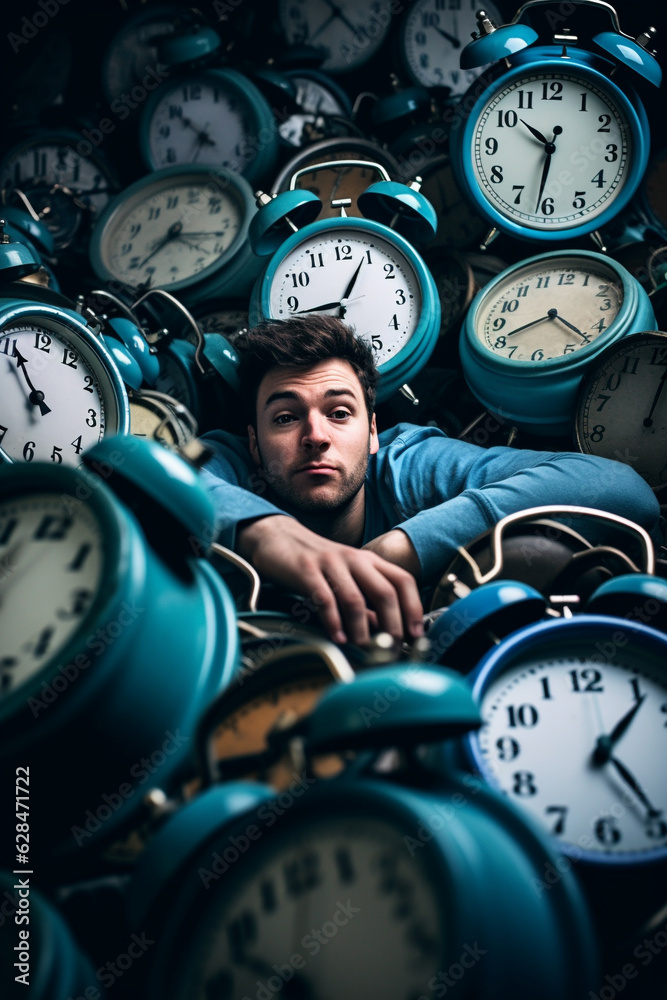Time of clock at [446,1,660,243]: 10:31
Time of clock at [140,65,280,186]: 6:50
